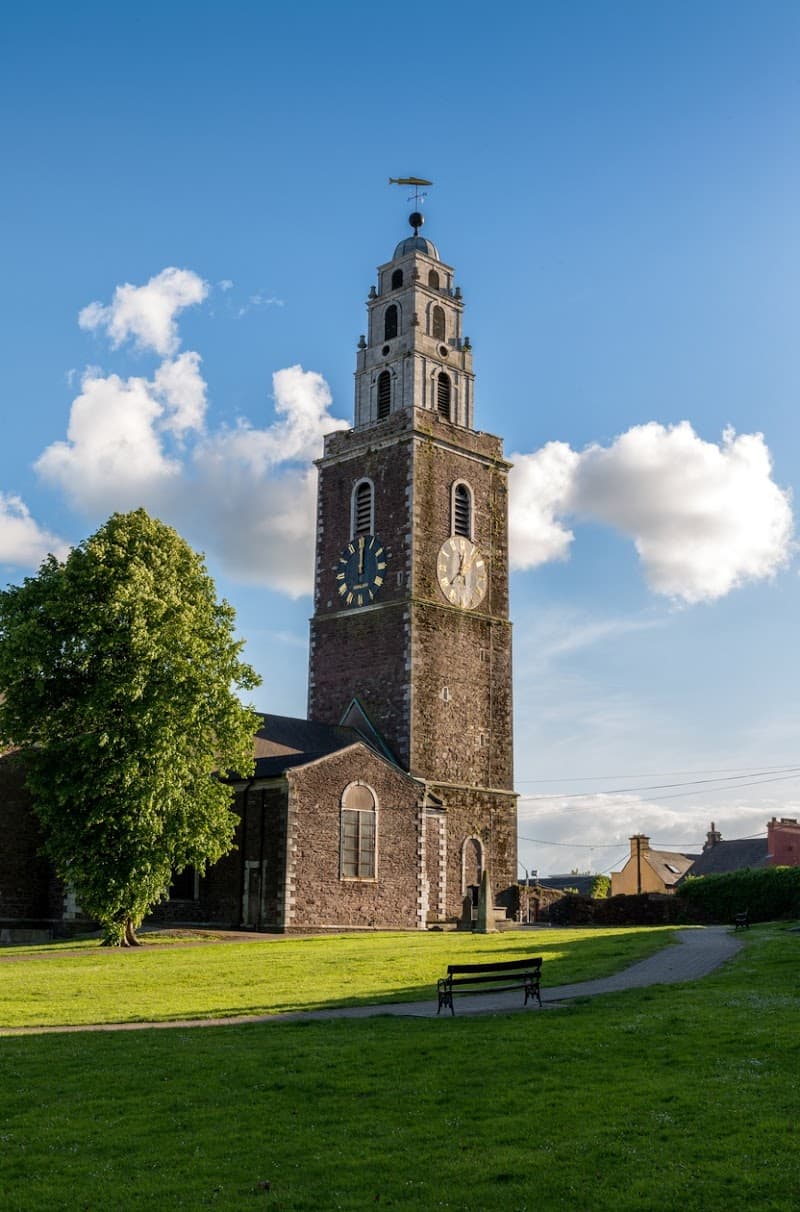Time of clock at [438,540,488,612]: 12:37
